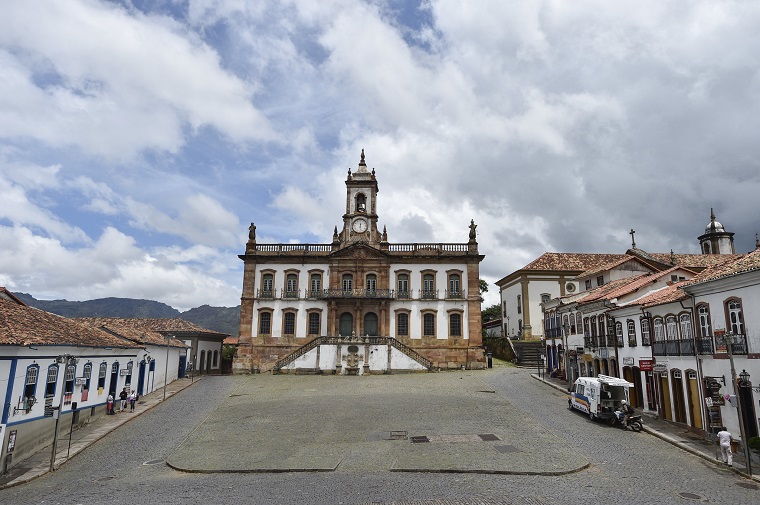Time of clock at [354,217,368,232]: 12:27
